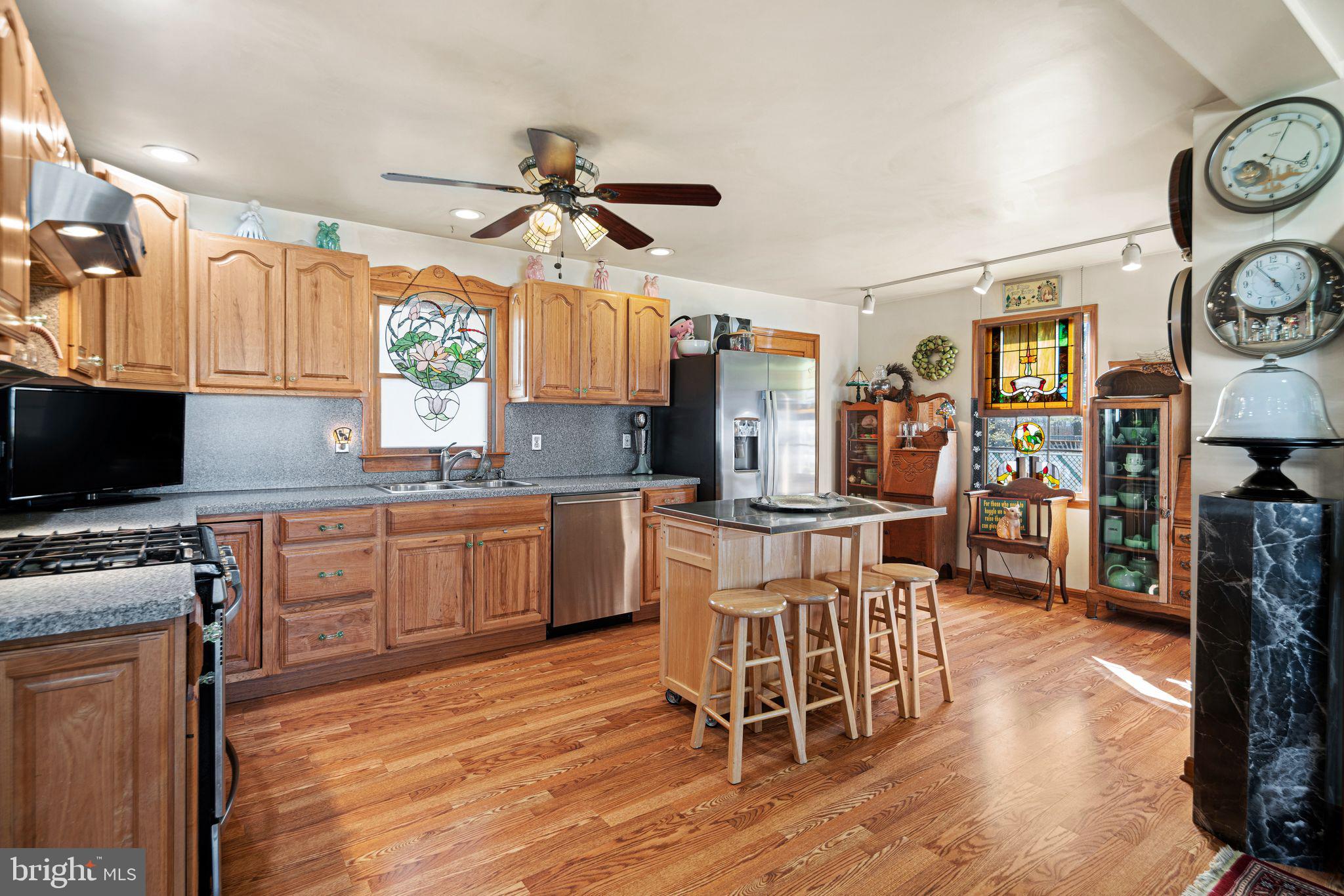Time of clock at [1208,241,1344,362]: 4:54
